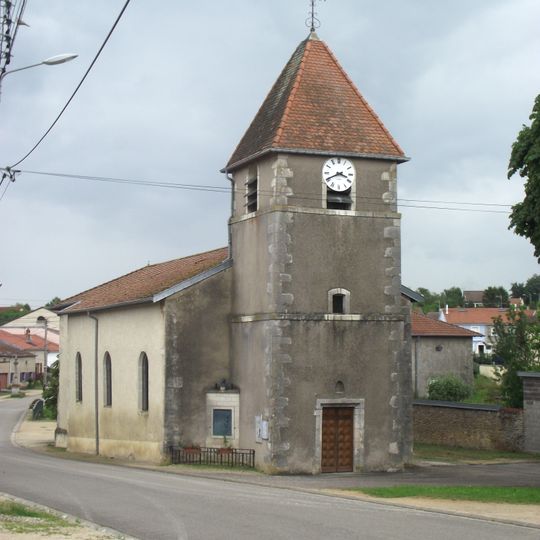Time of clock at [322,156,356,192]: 3:40
